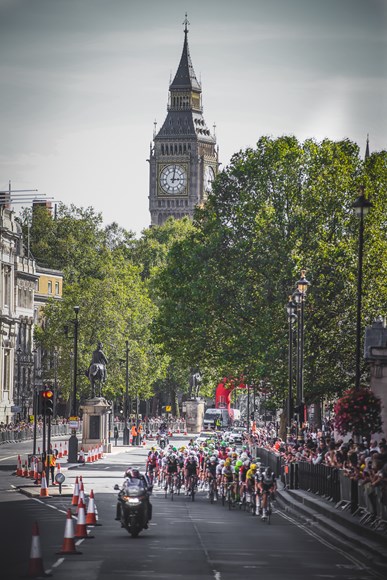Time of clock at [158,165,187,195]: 3:01
